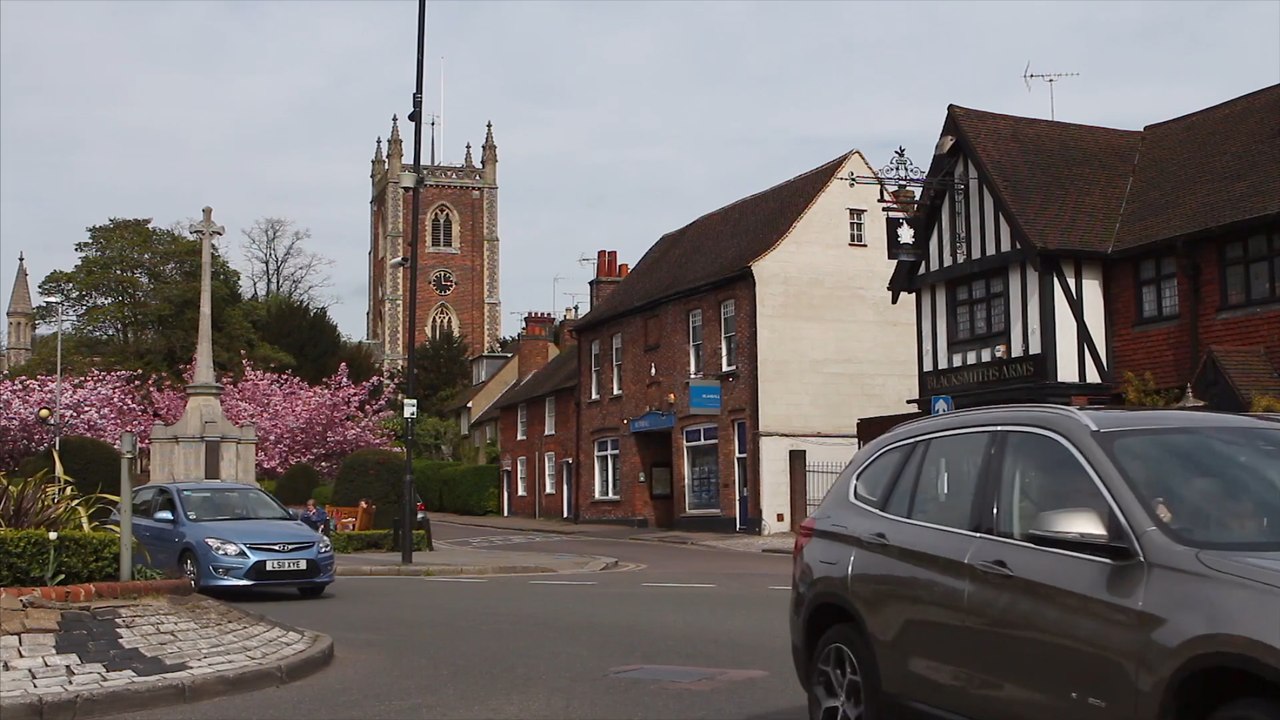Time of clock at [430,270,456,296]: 12:14
